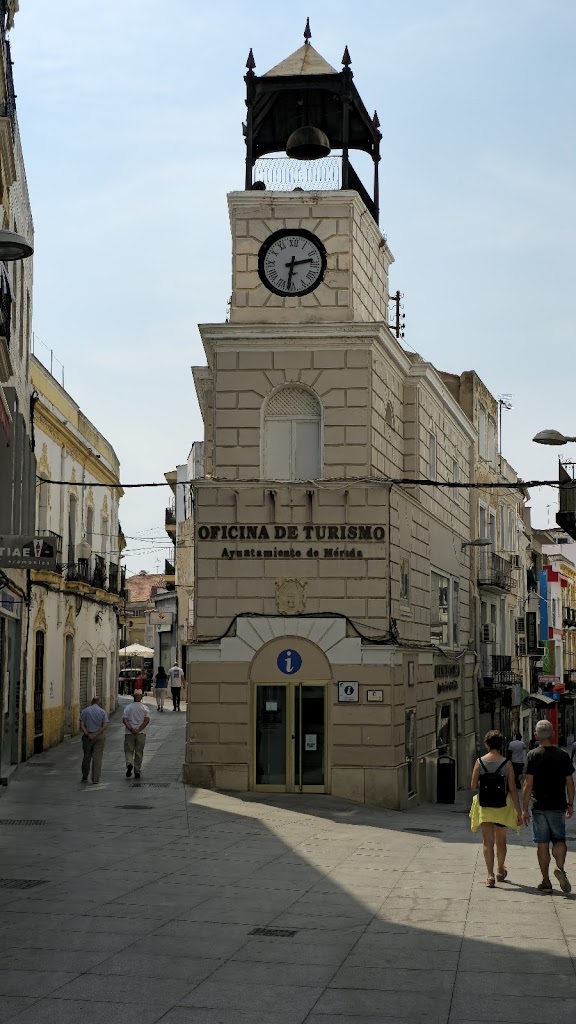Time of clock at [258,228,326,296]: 2:31
